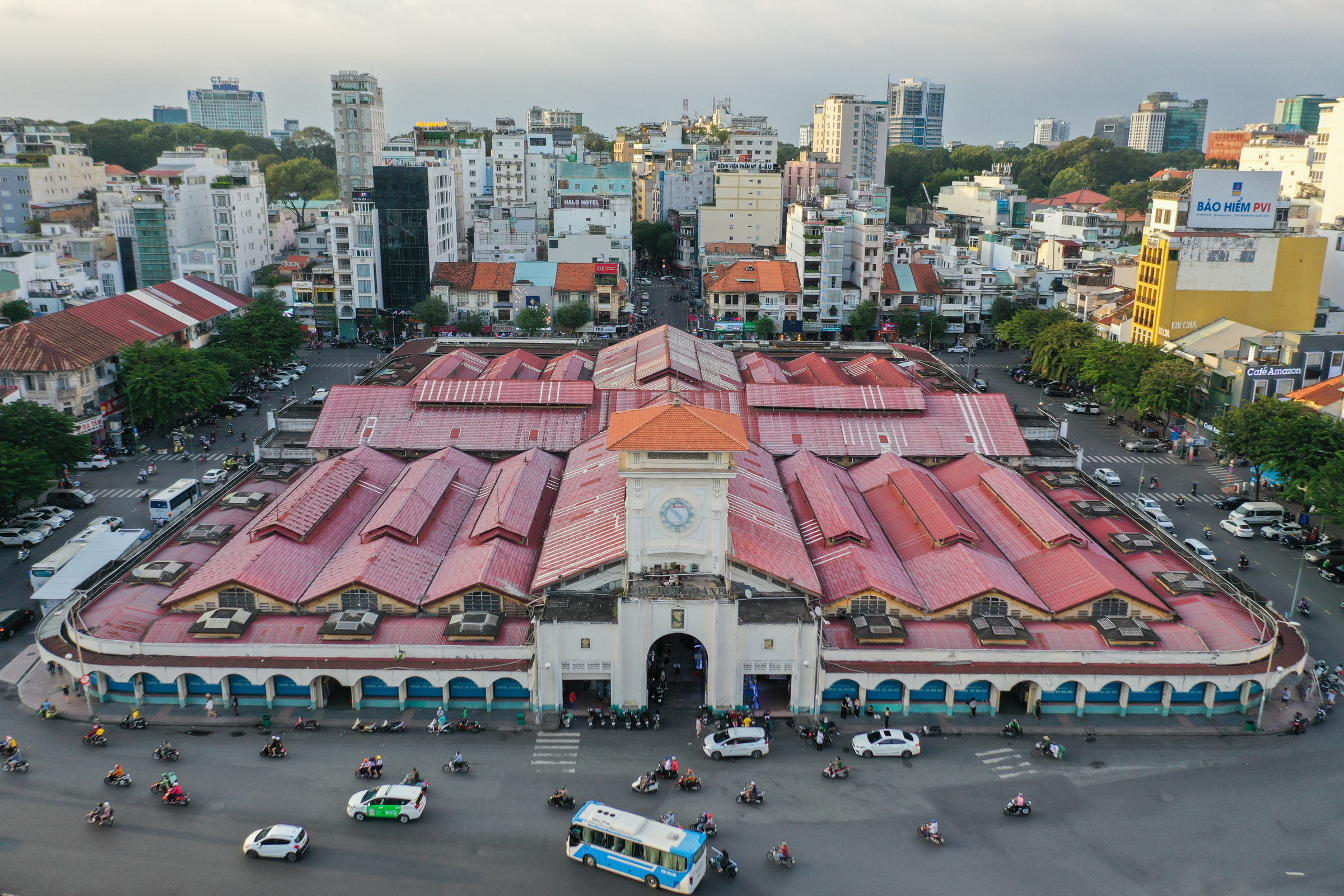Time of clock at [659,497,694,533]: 4:52
